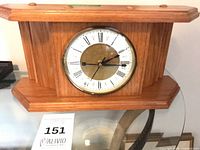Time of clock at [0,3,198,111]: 2:15
